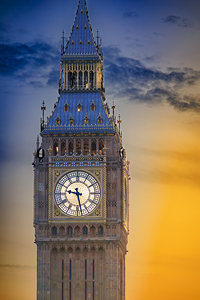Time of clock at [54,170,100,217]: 9:28
